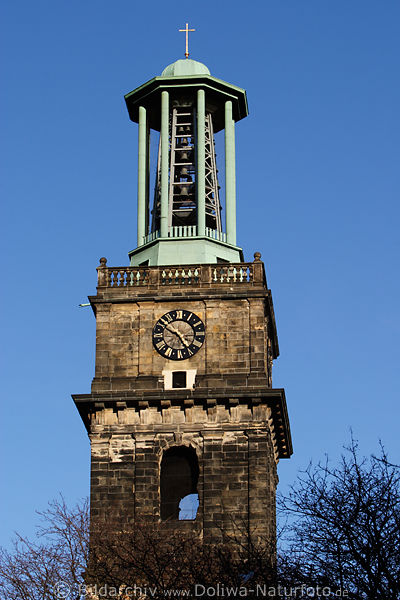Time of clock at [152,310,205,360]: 4:49
